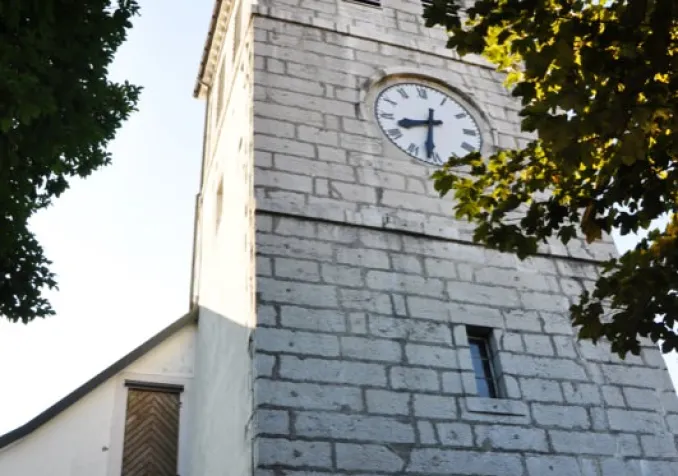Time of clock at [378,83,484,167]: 8:31
